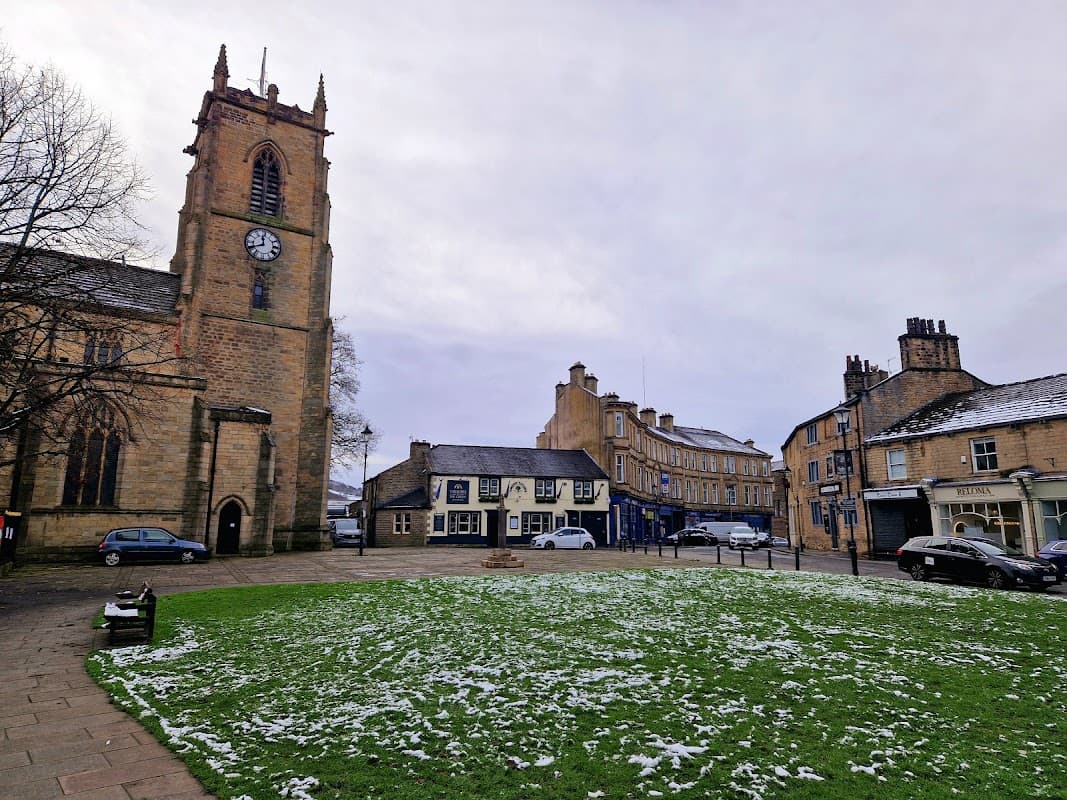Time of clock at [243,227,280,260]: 11:40
